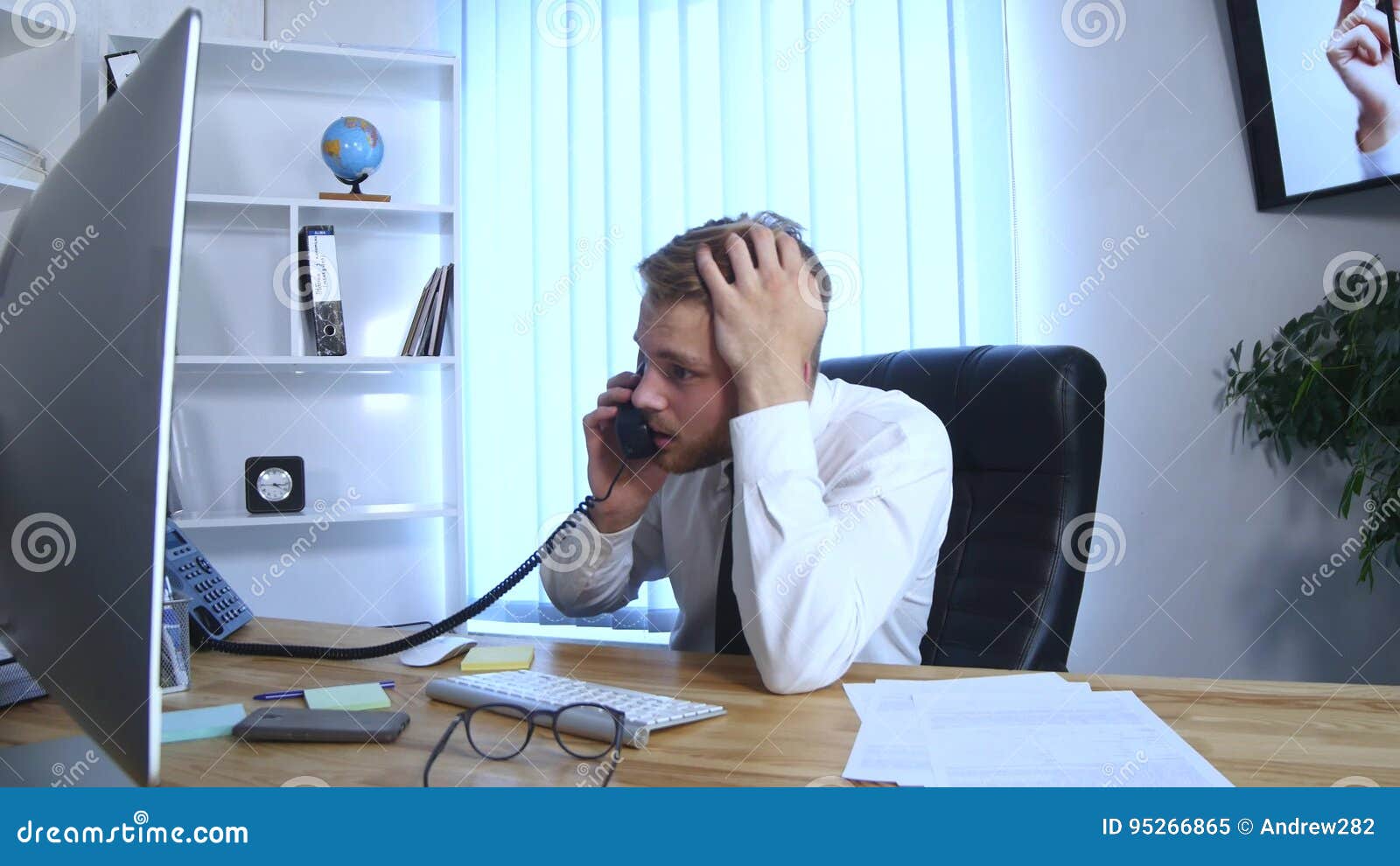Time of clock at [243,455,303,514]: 4:16
